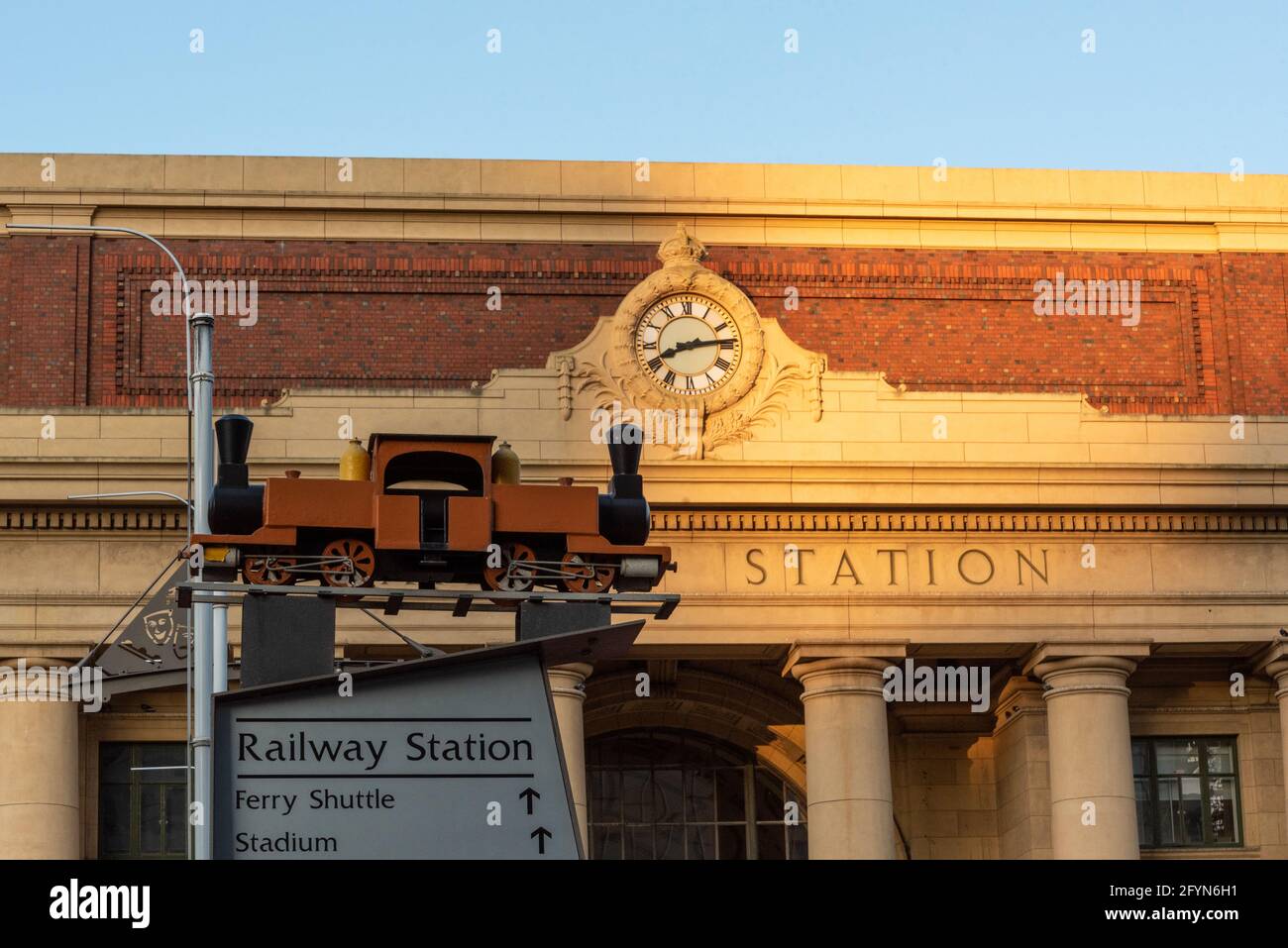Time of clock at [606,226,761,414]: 8:14
